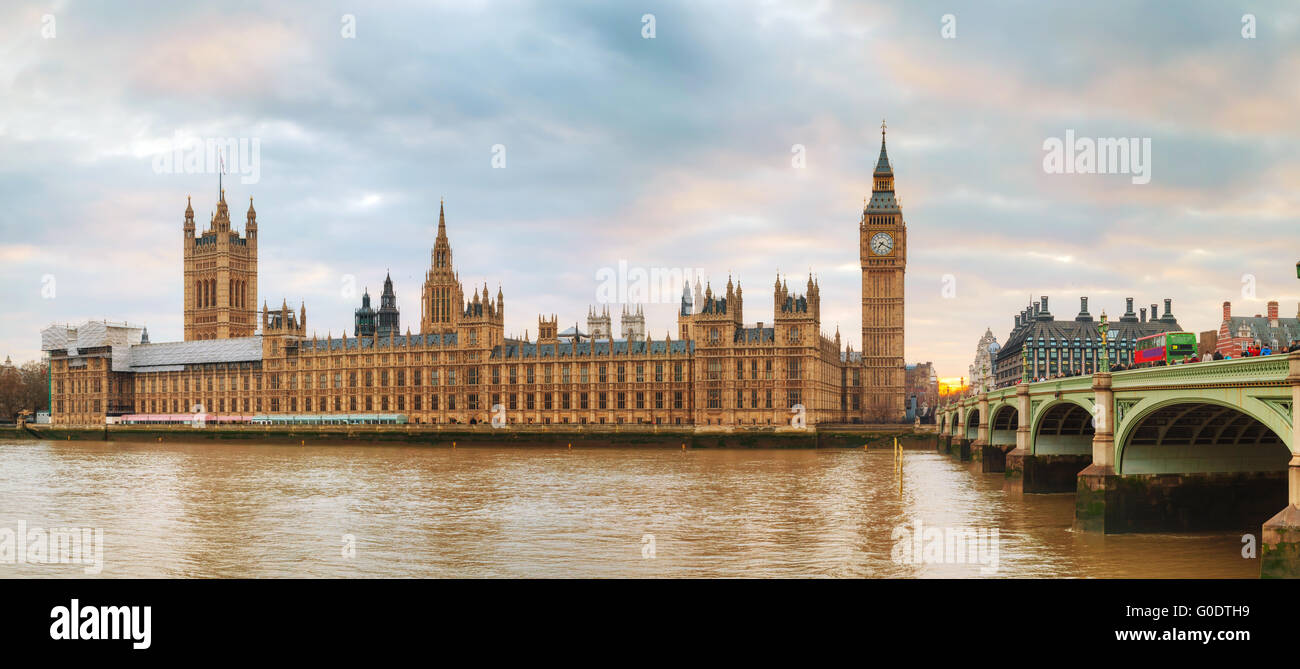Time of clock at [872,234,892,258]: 7:19
